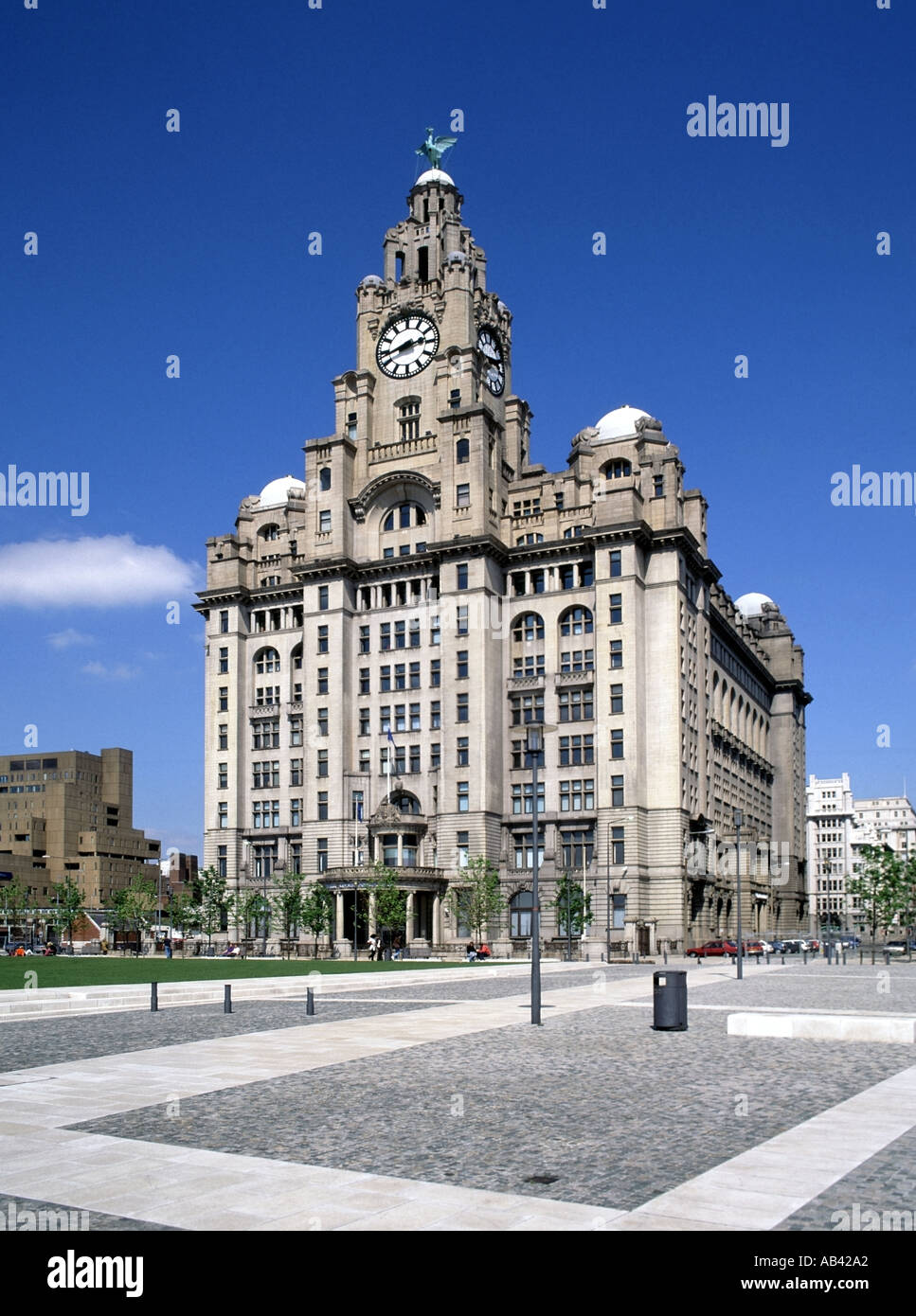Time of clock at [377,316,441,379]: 2:42
